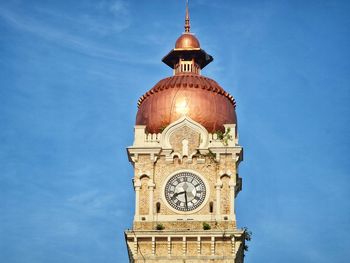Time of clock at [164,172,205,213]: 8:29
